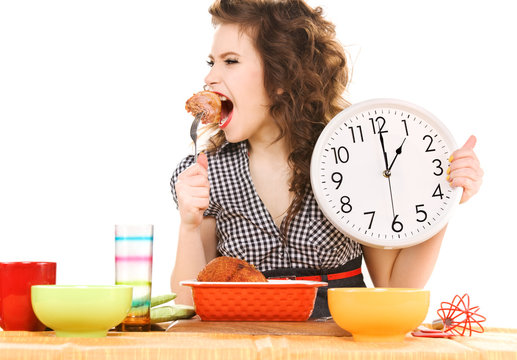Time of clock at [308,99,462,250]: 1:00
